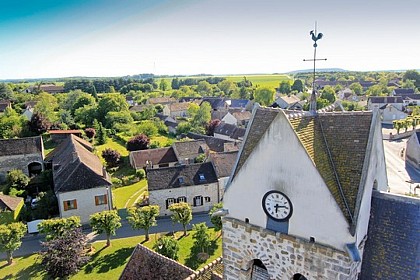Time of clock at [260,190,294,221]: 6:13
